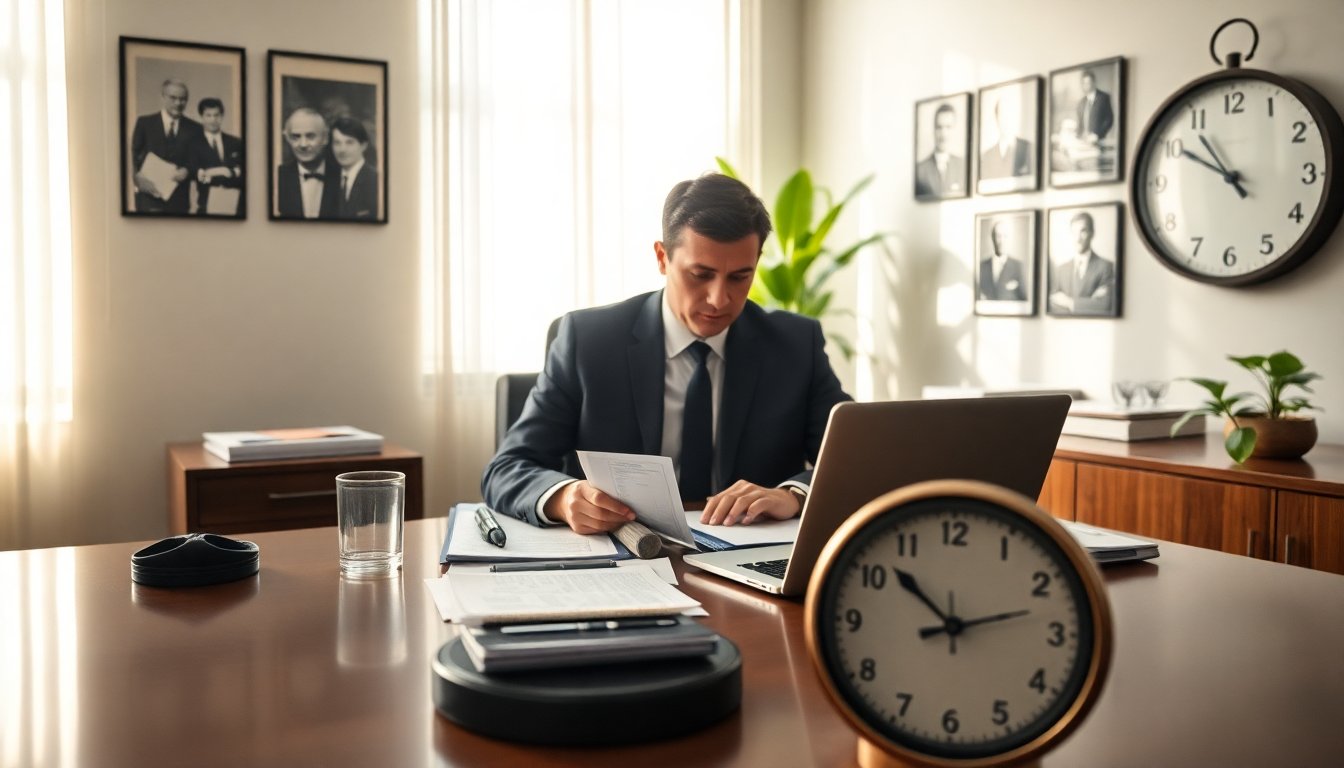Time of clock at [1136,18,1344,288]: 10:50
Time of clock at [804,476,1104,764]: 10:12
